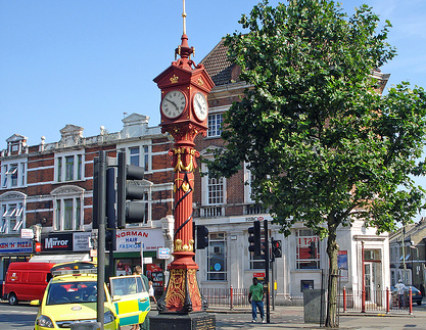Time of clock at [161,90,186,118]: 4:50
